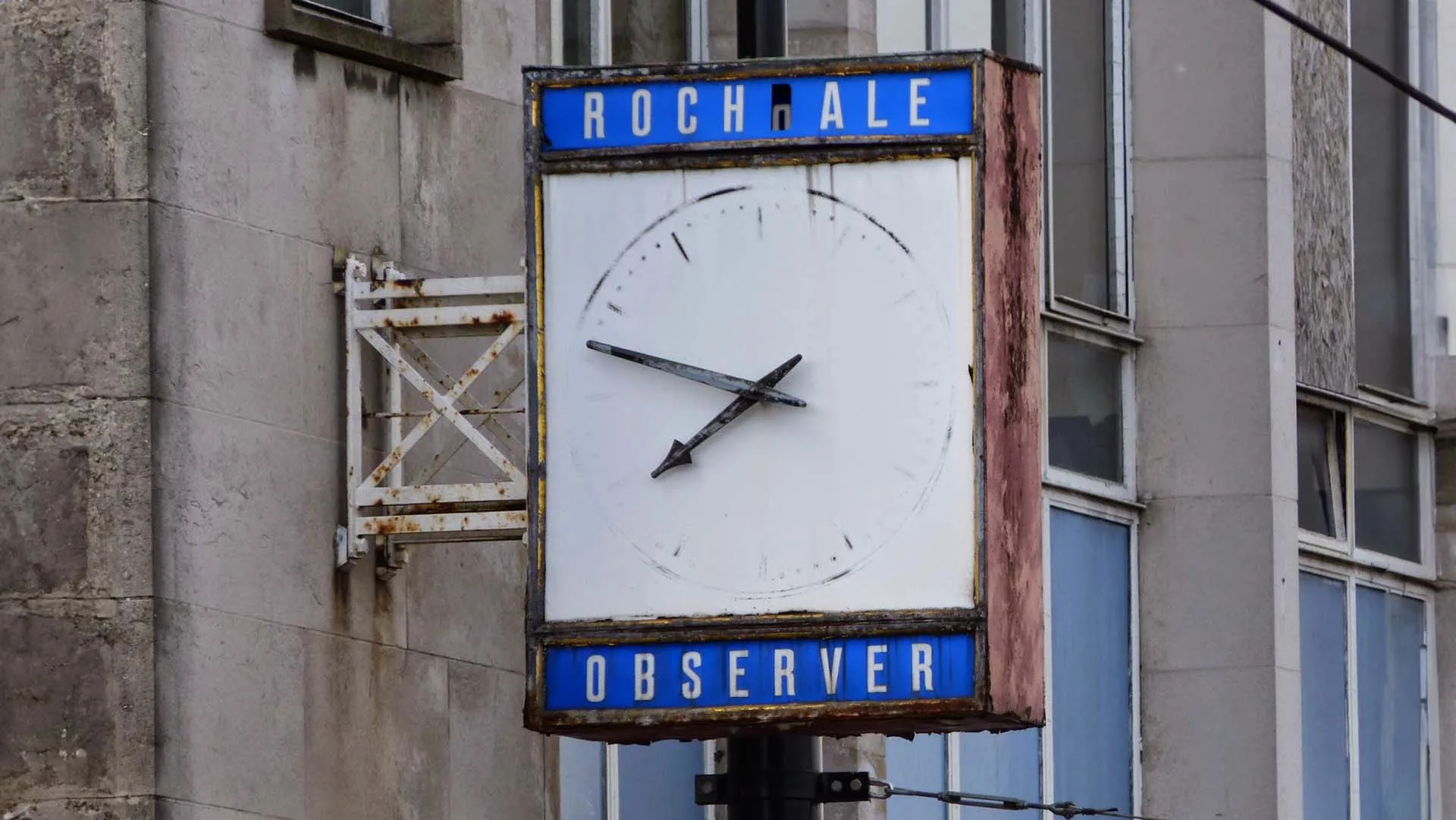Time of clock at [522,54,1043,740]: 7:48
